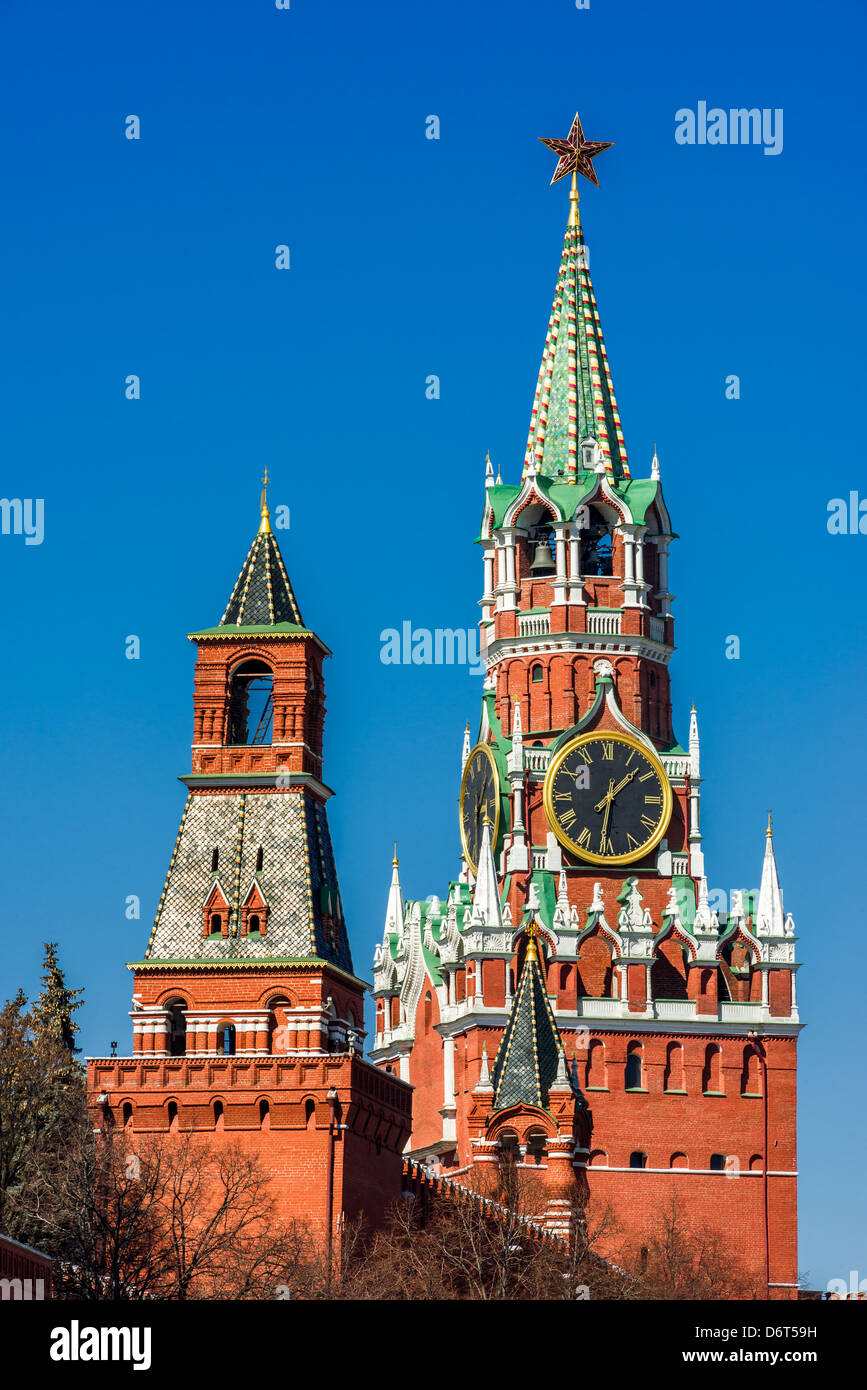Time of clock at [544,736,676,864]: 1:31
